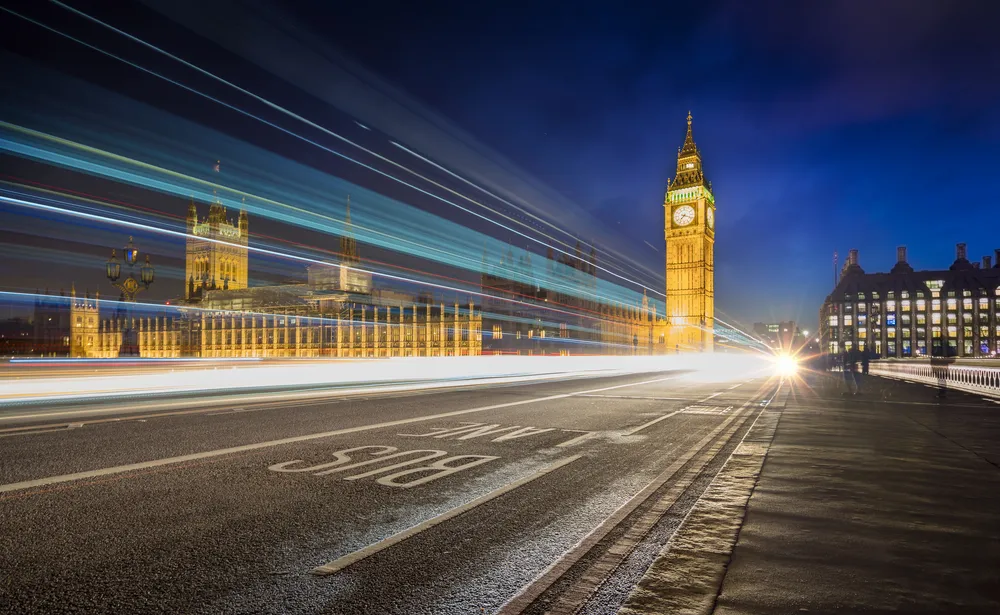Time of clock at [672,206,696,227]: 7:18
